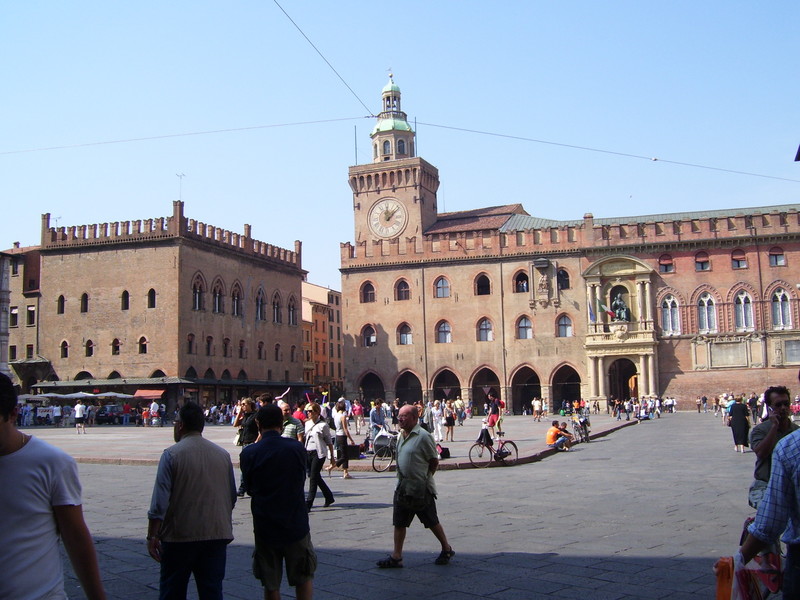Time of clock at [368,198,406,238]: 12:07
